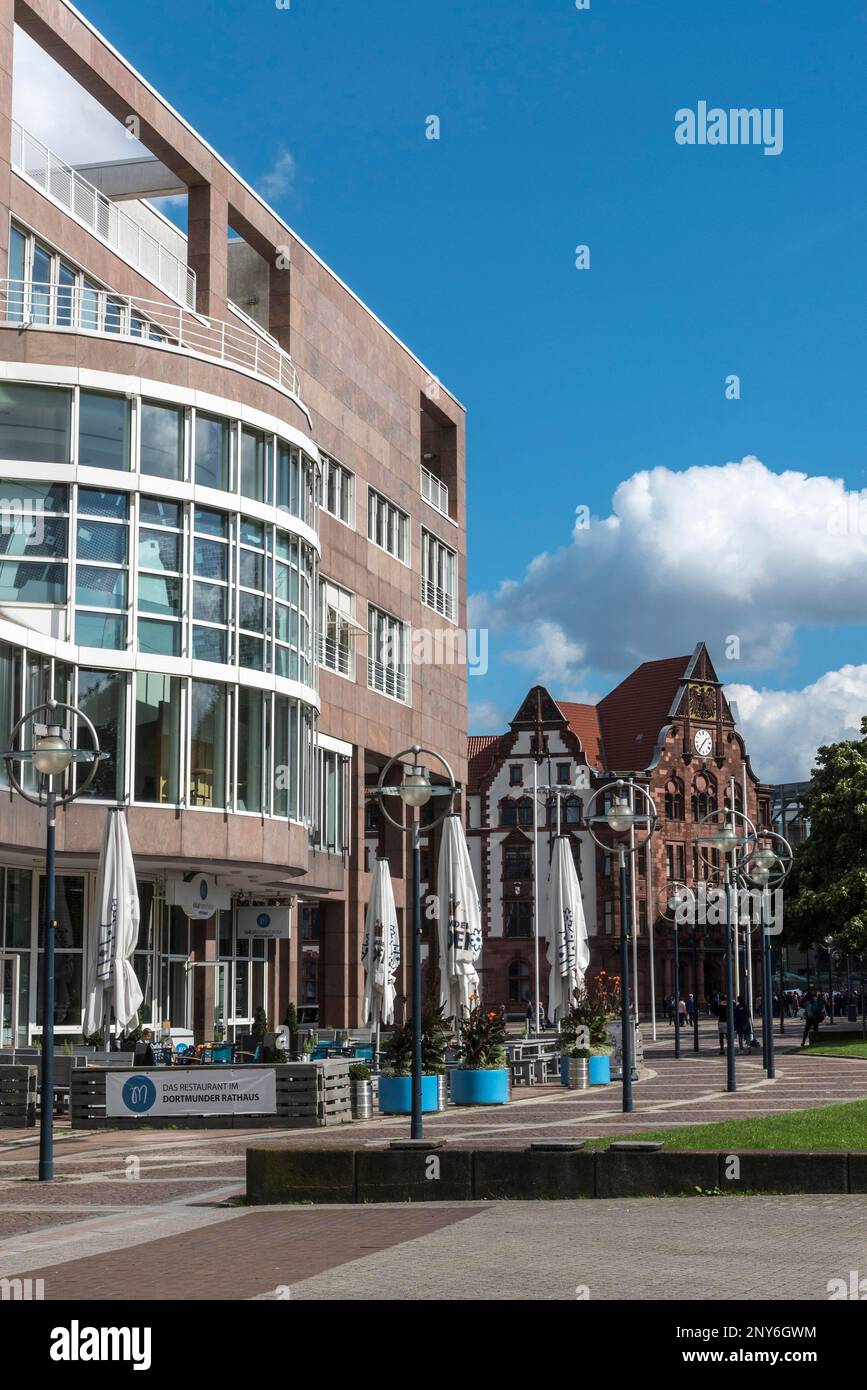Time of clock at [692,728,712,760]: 1:36
